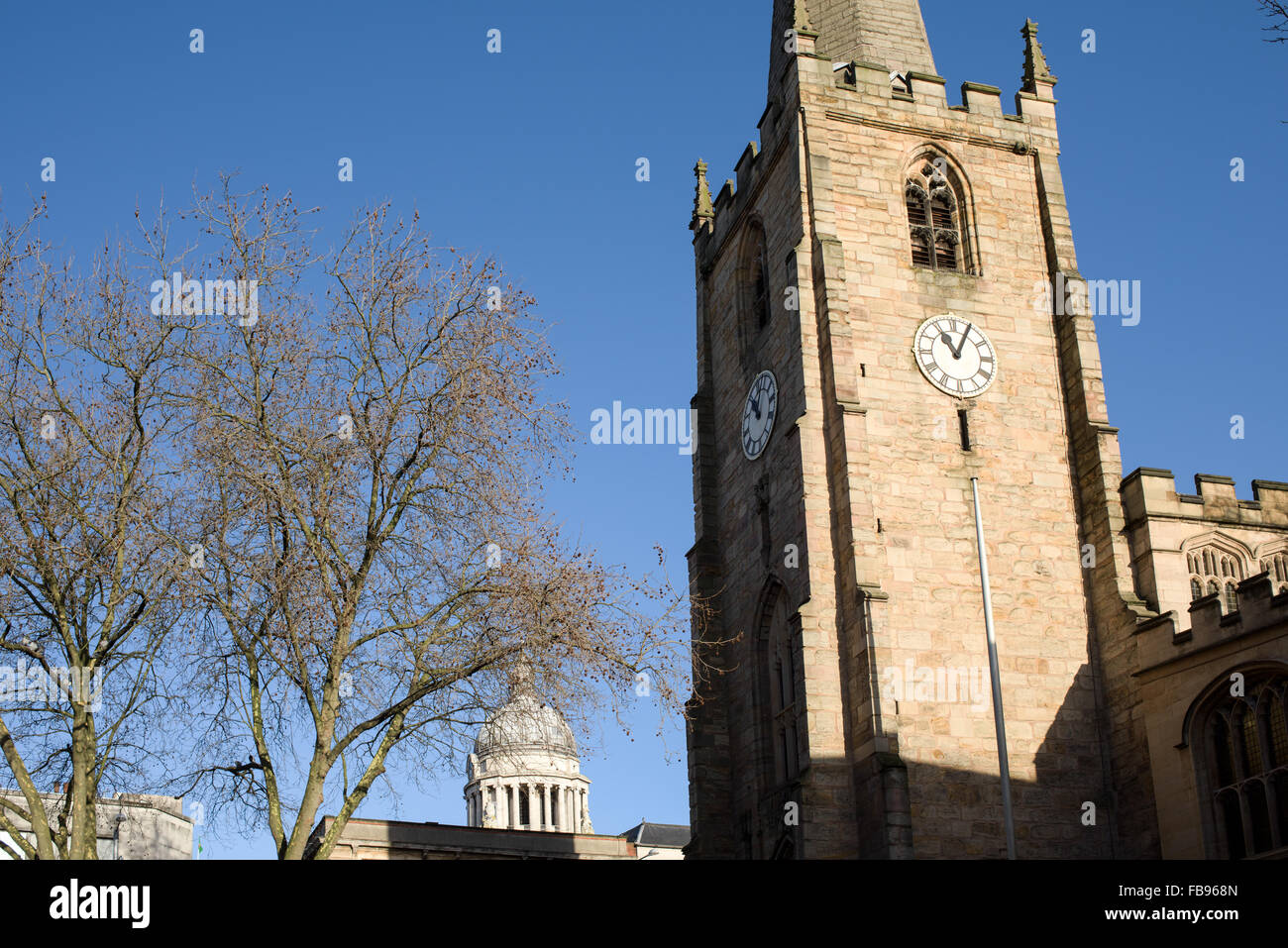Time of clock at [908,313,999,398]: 11:04
